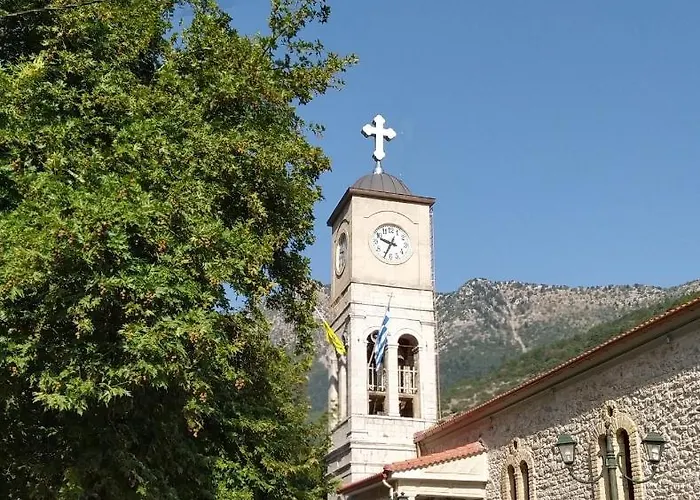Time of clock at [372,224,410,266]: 9:34
